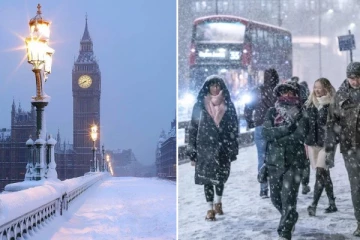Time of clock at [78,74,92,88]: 7:40
